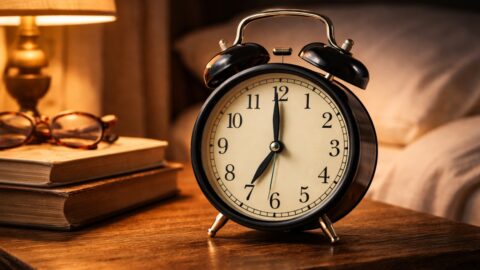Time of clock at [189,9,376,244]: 6:59
